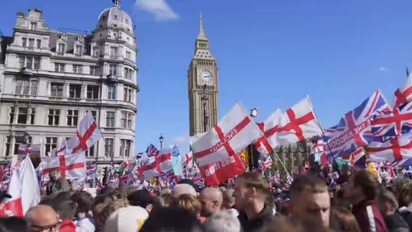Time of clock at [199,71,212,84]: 3:13
